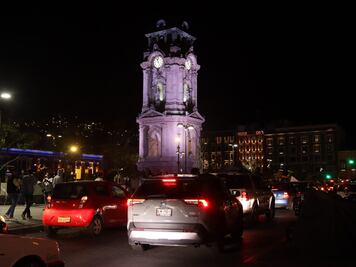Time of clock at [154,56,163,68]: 11:25
